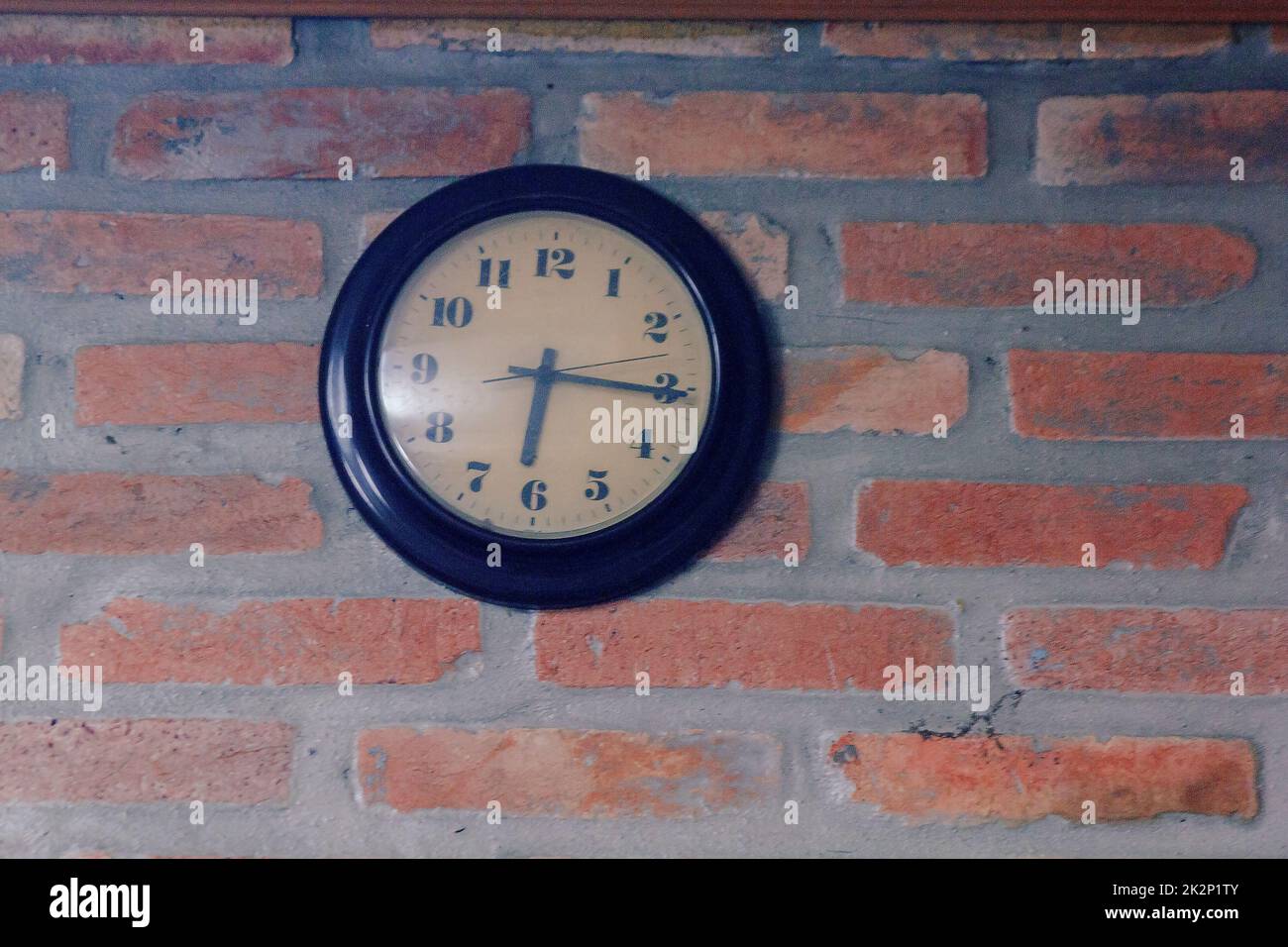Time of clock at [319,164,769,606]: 6:15
